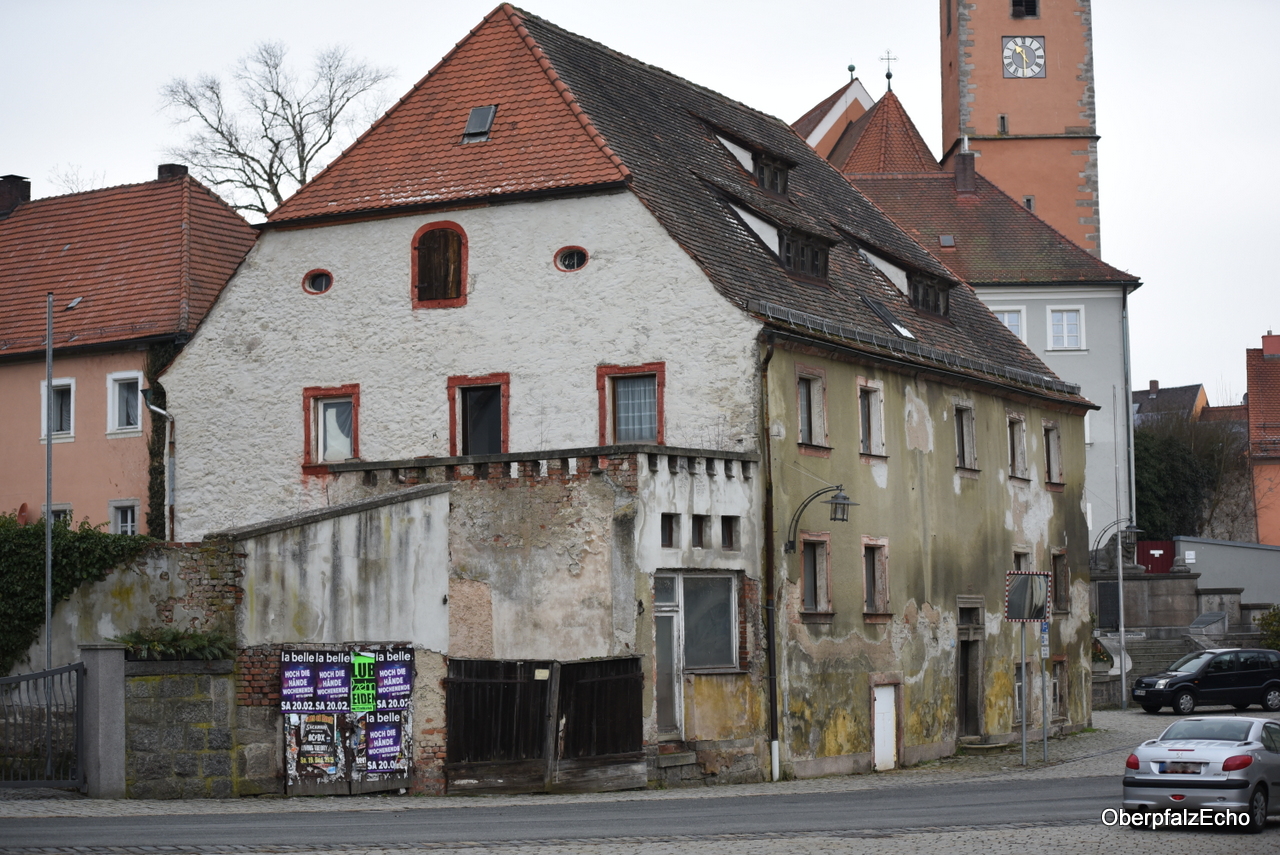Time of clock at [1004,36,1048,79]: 10:29
